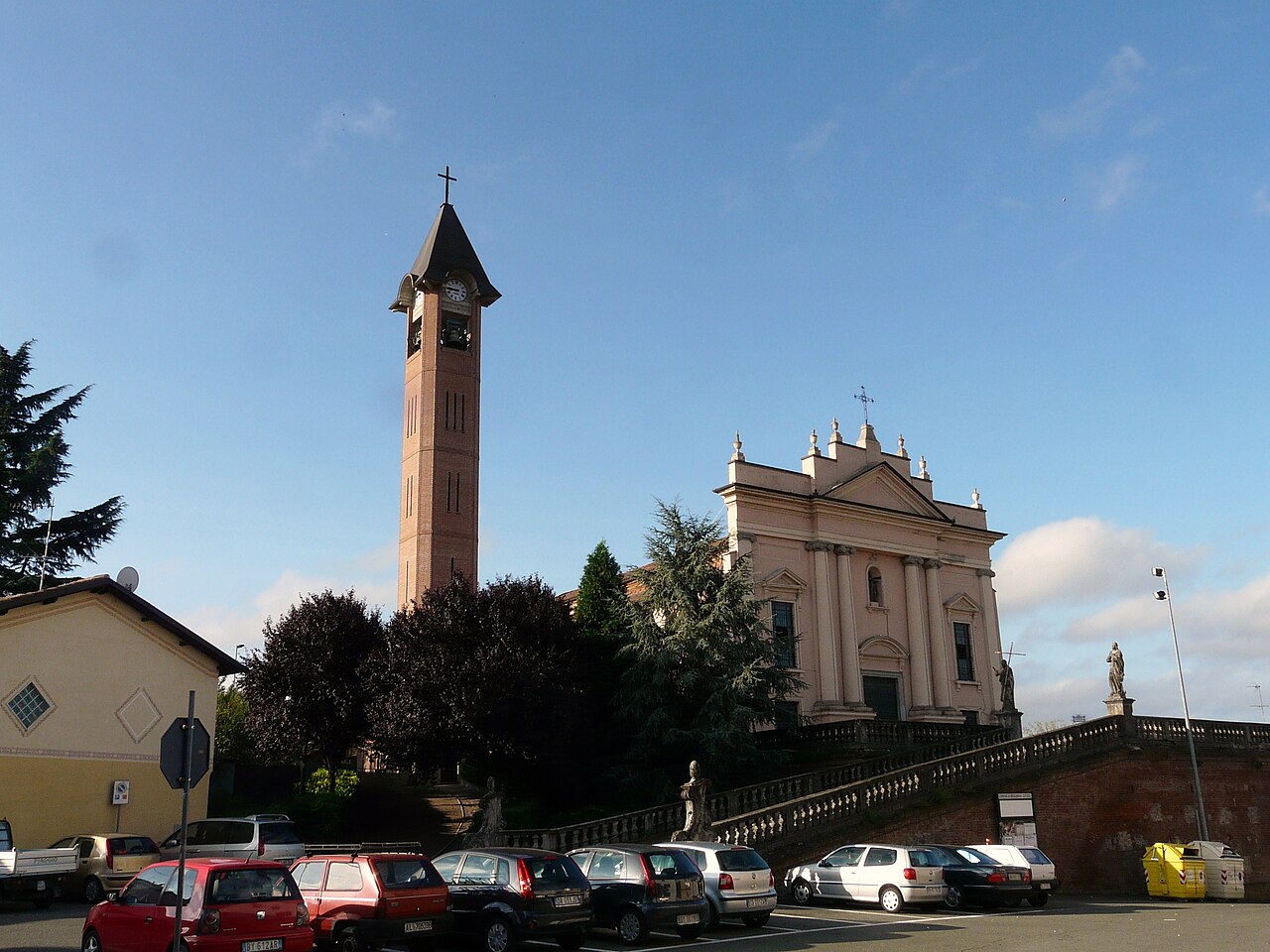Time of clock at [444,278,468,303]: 8:45
